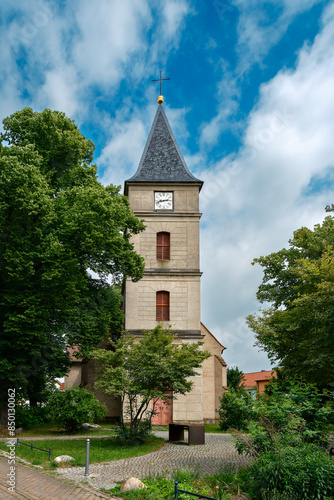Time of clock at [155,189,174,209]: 2:42
